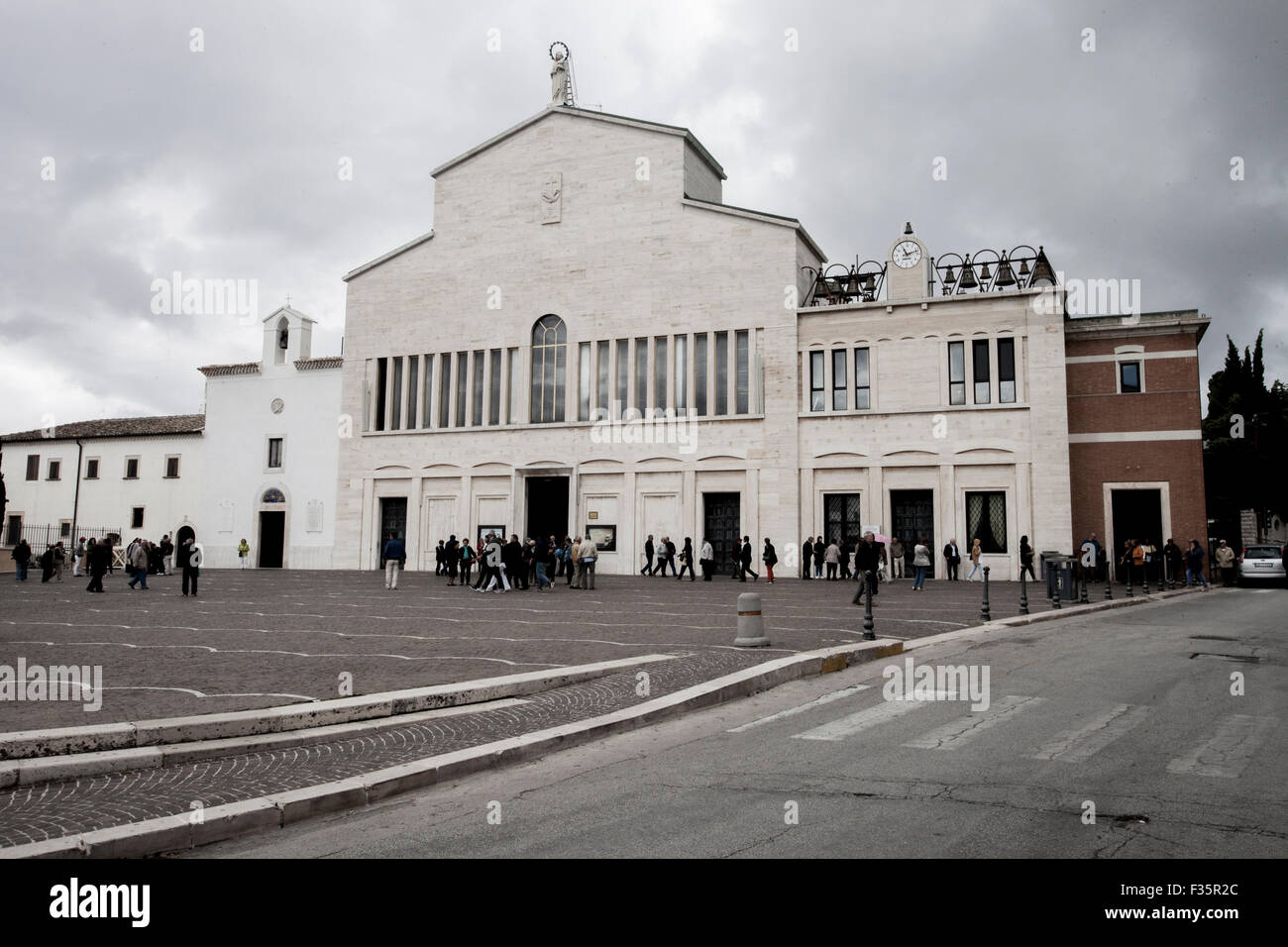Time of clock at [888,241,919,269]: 11:11
